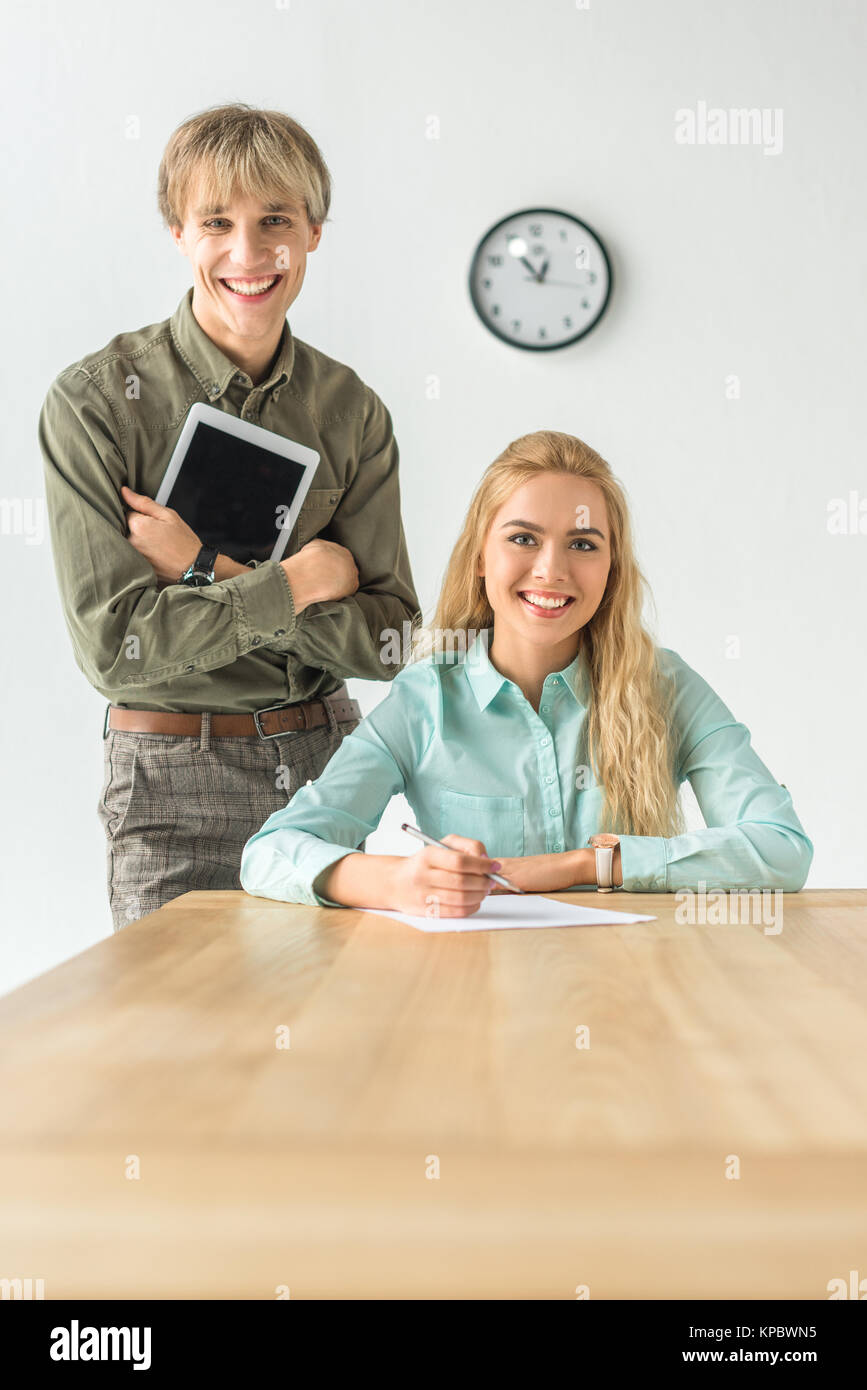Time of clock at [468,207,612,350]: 12:54
